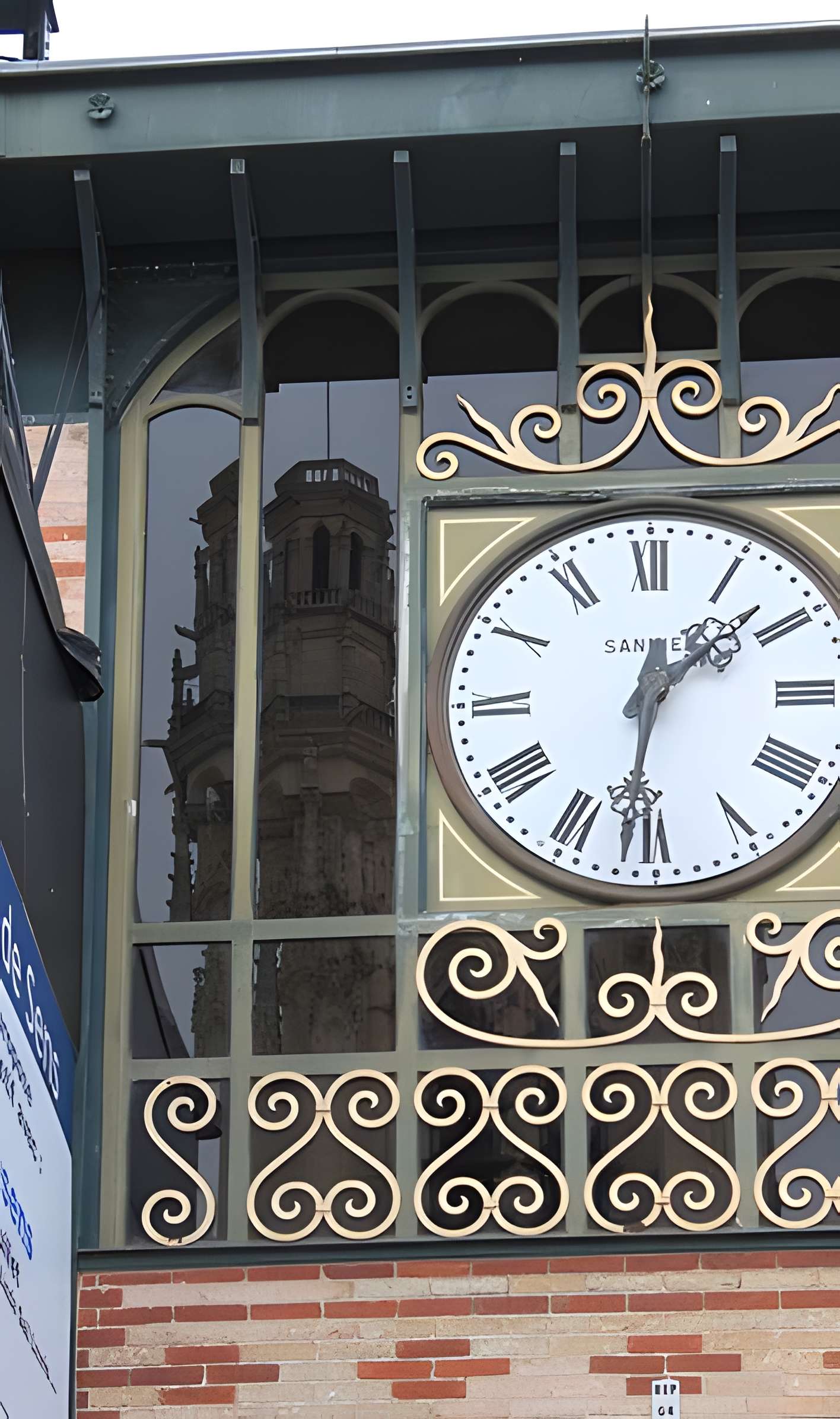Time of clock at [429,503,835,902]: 1:31
